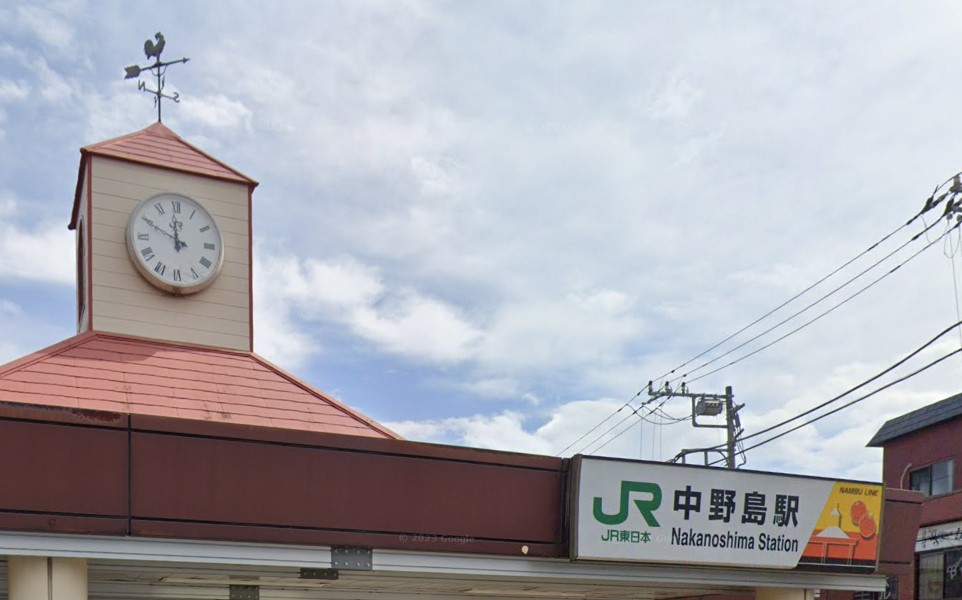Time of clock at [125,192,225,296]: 11:49
